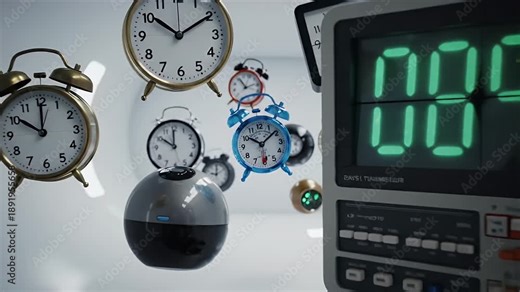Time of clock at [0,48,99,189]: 10:00
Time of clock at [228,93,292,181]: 10:09
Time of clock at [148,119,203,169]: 9:59
